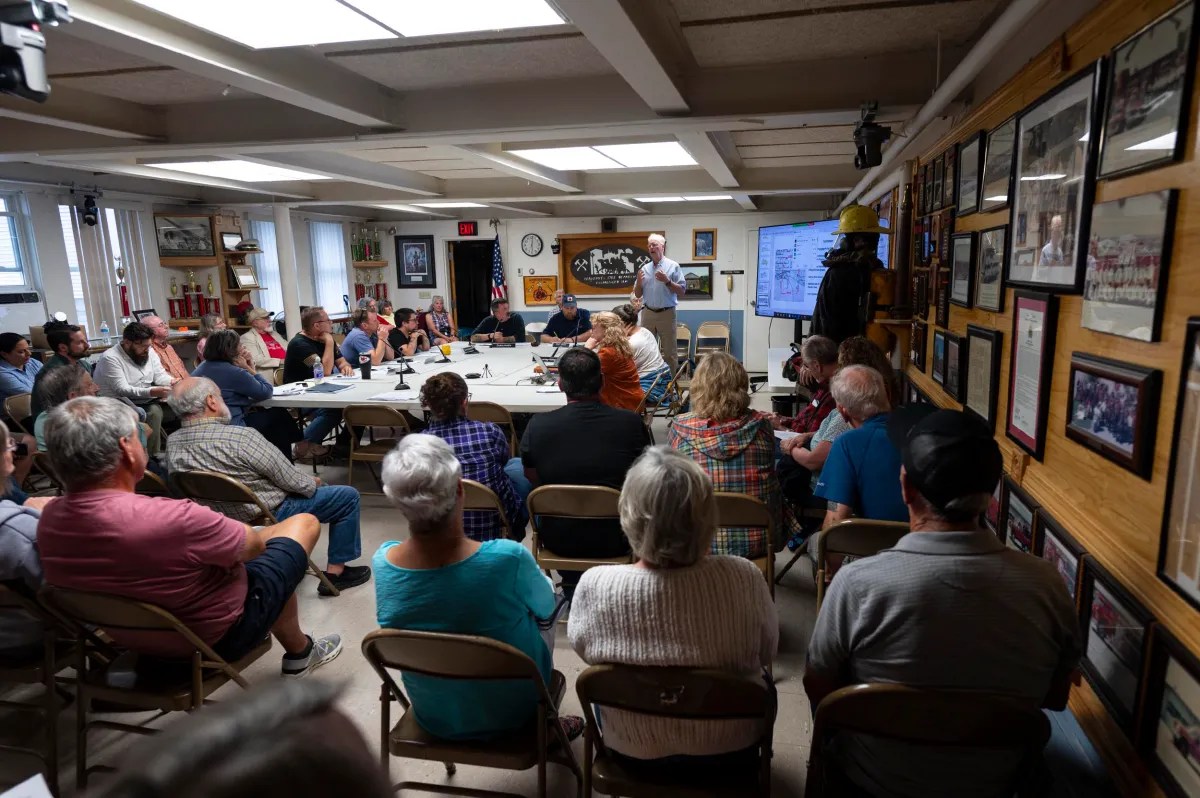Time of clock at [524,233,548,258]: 6:01
